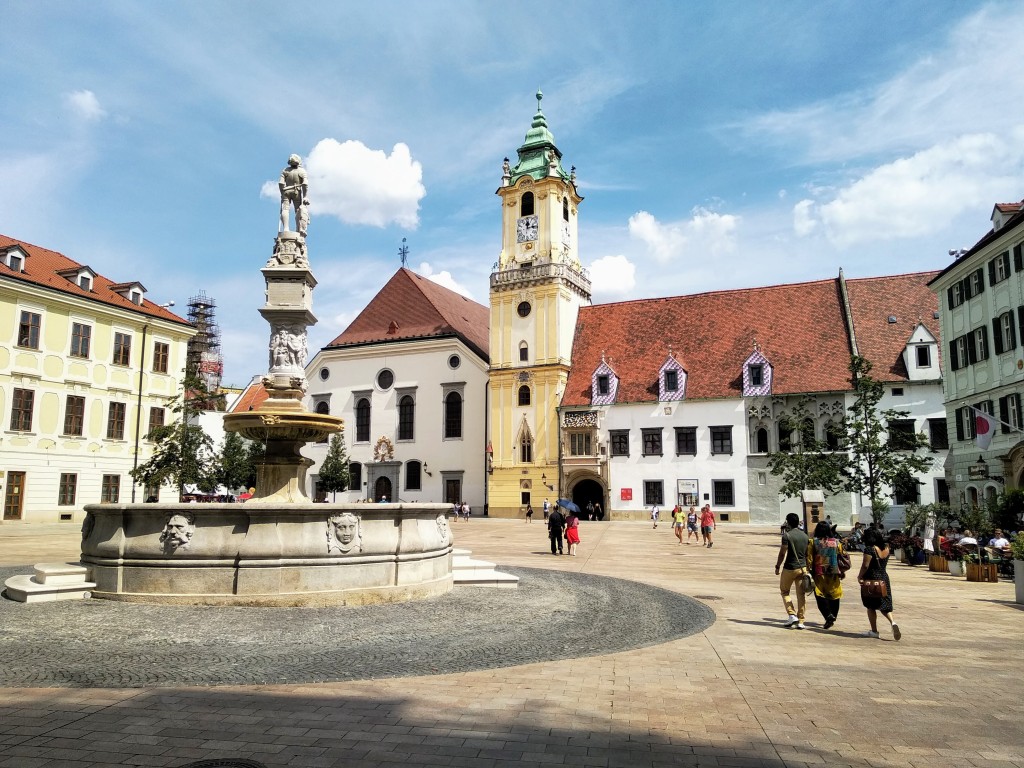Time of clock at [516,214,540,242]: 12:13
